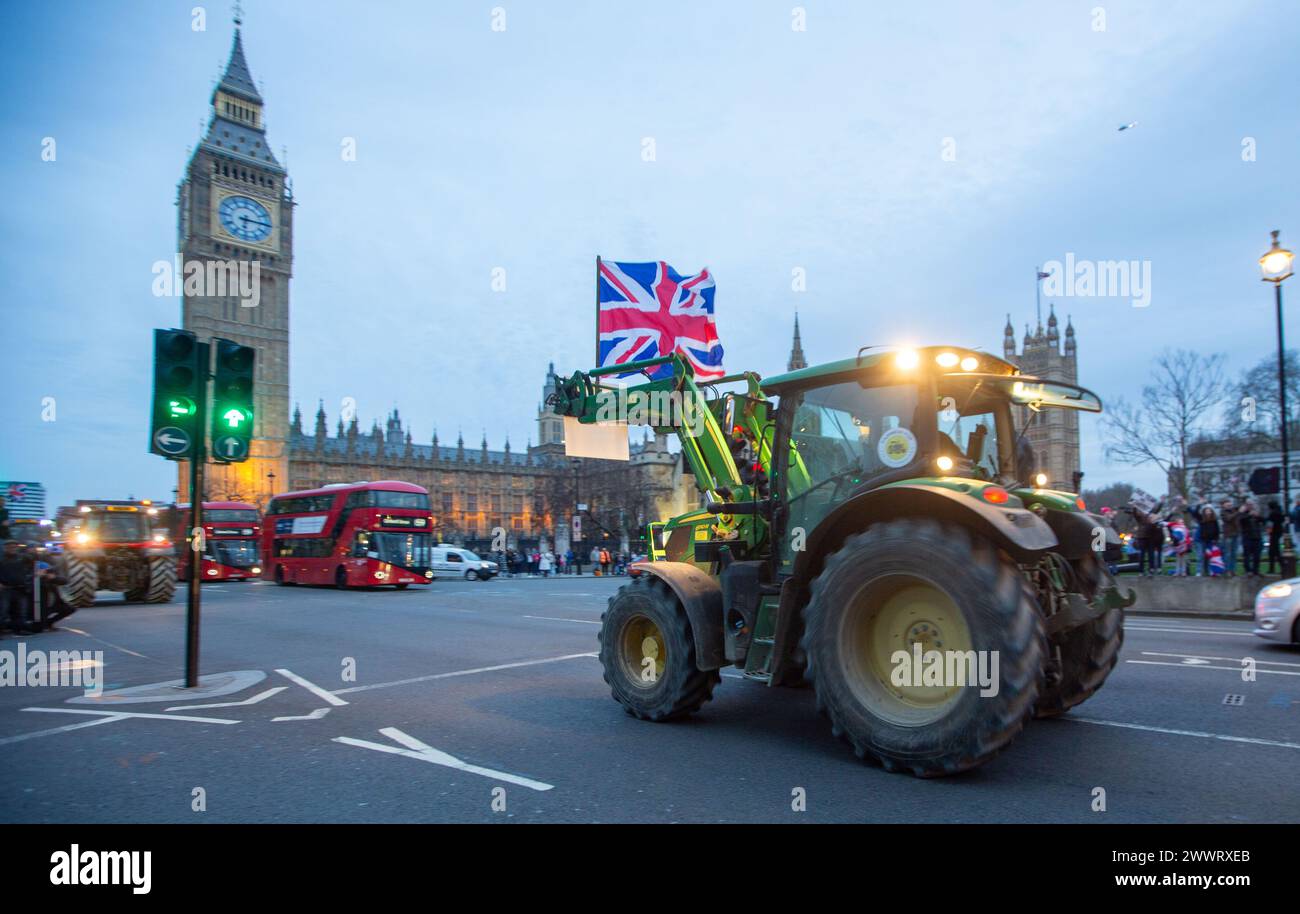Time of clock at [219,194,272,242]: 6:15
